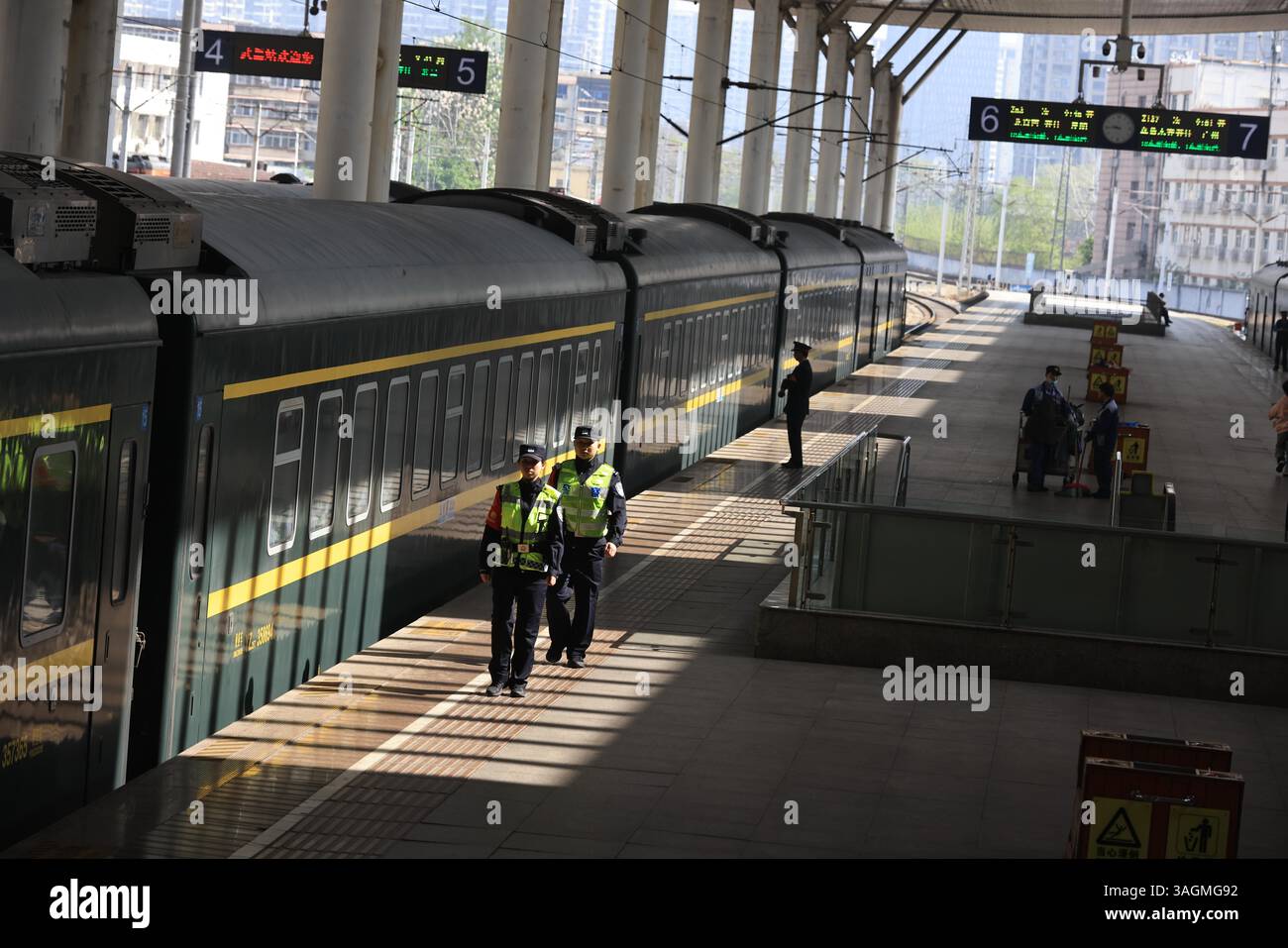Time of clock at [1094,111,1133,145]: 9:44
